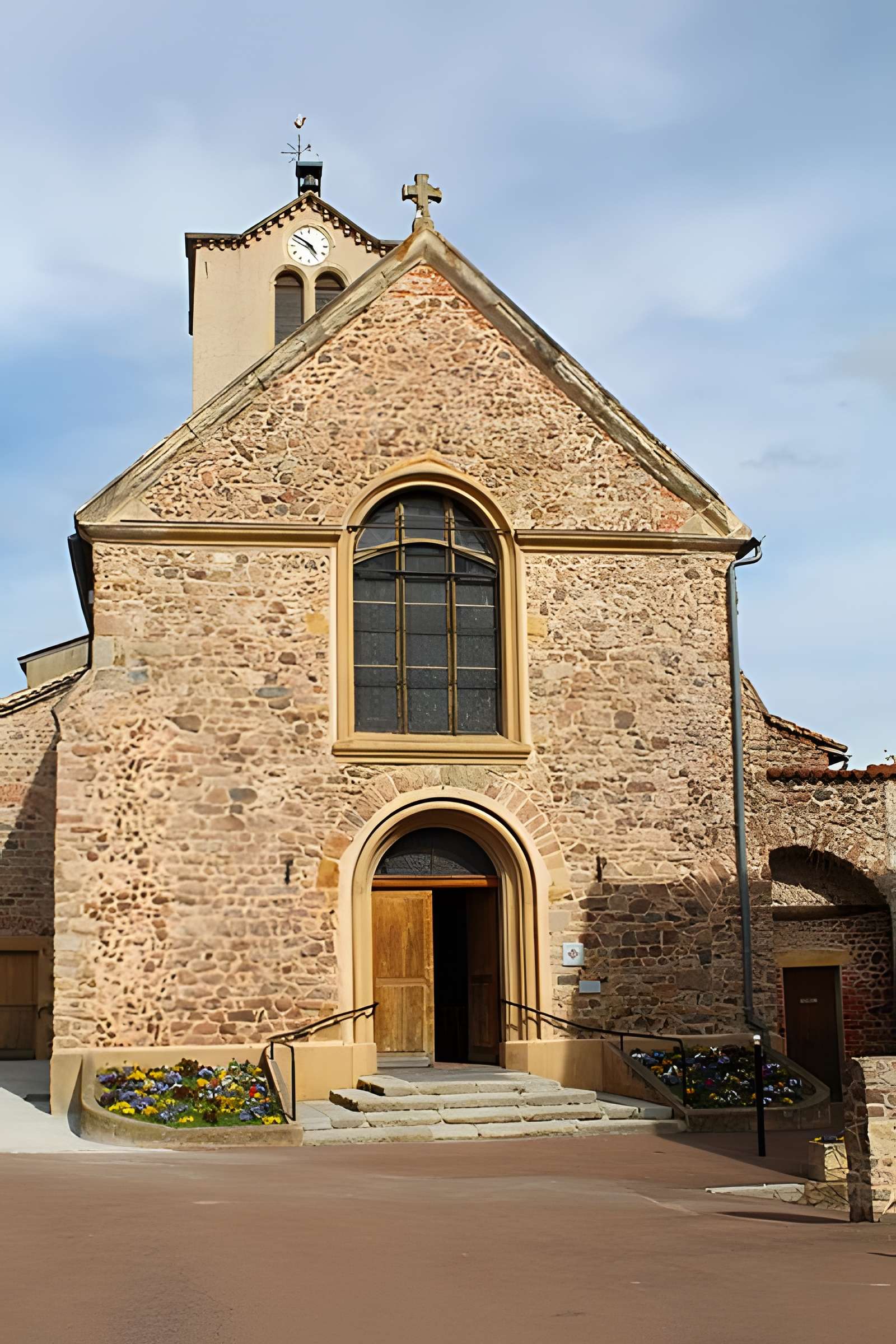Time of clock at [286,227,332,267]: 4:50
